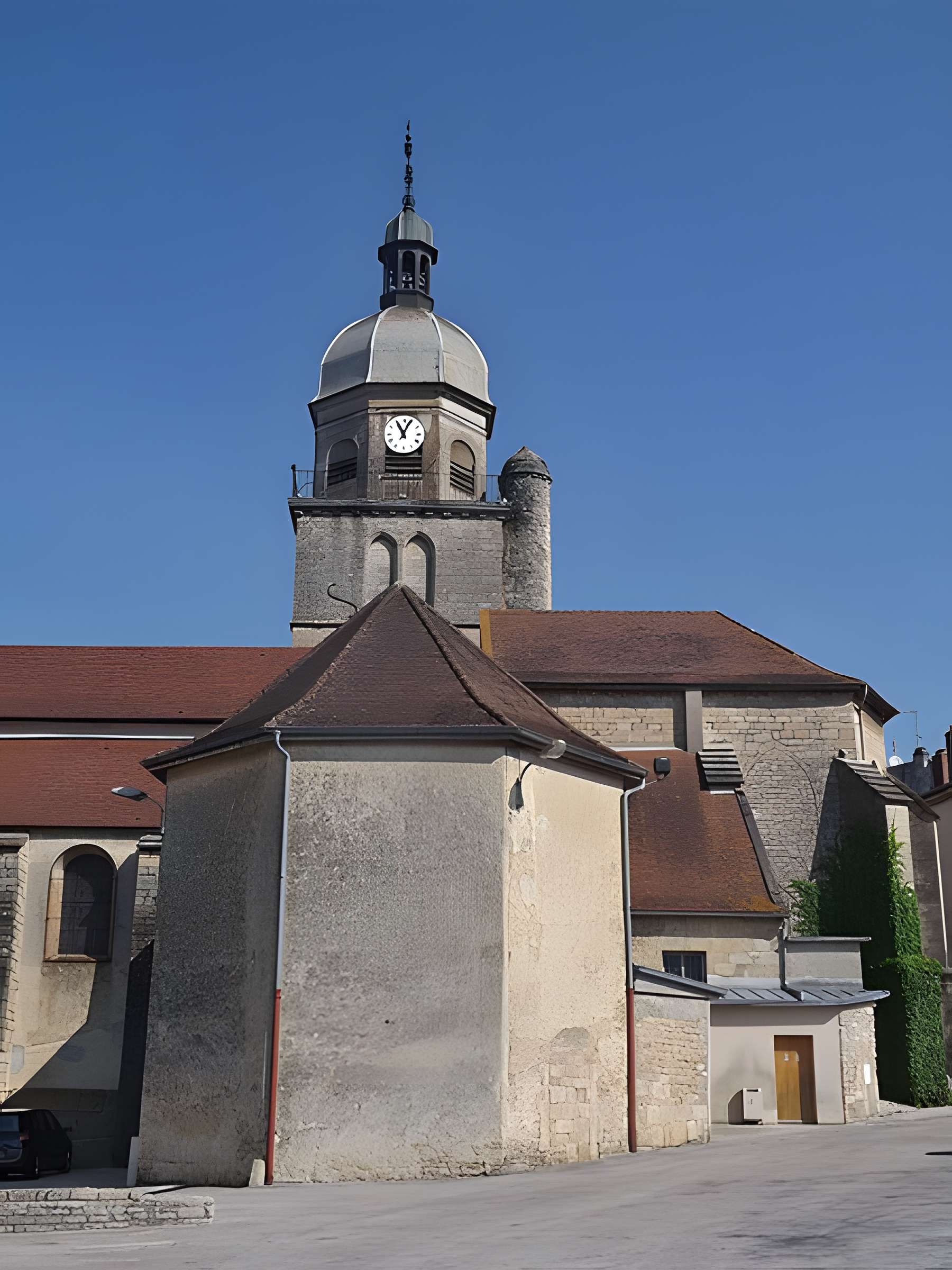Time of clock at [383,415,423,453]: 11:04
